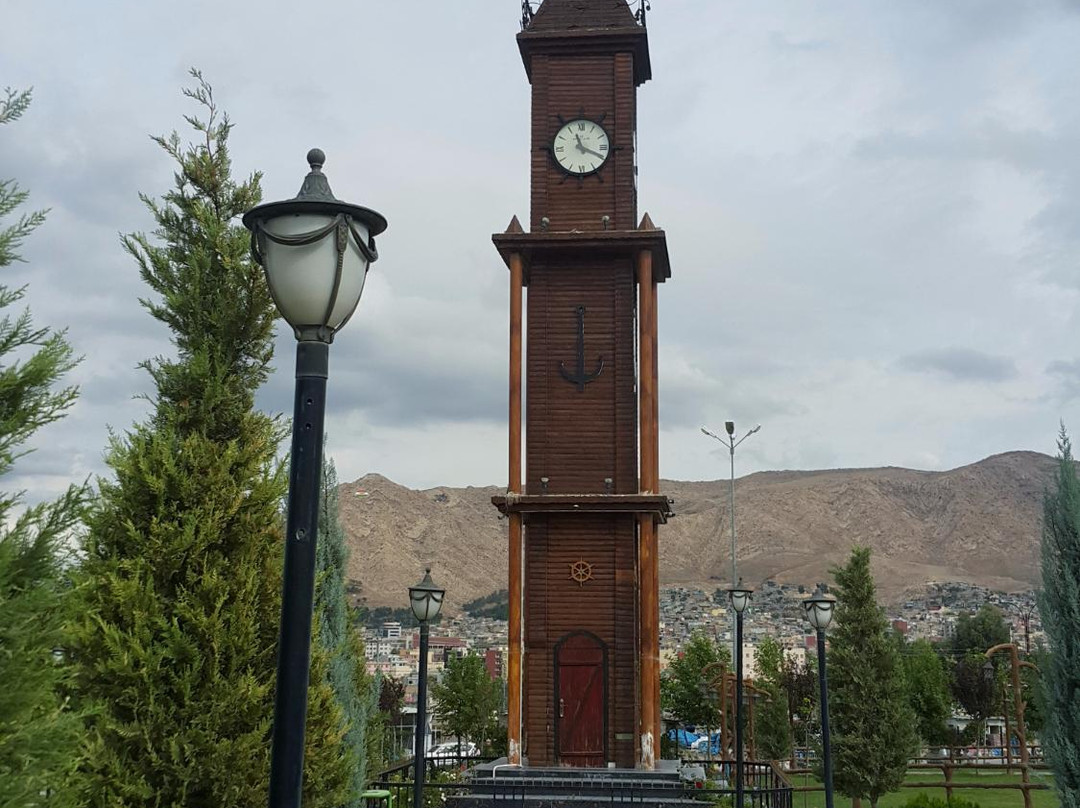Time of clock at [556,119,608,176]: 11:19
